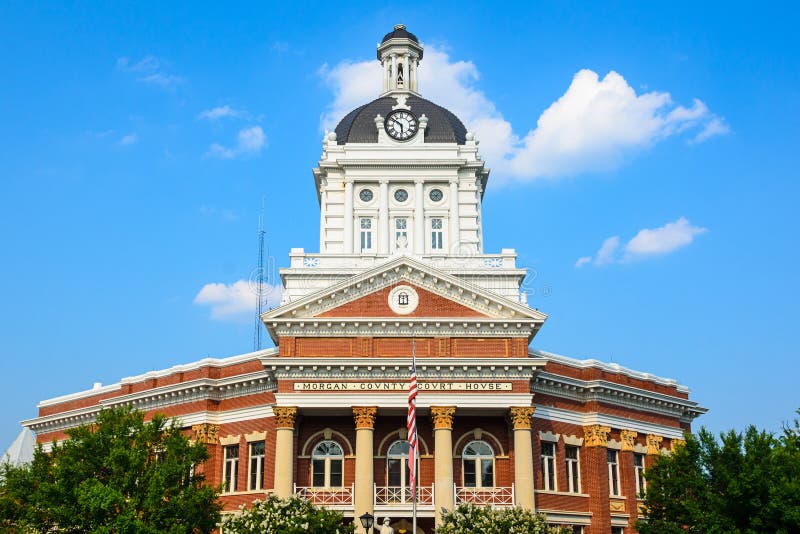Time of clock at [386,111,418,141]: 5:51
